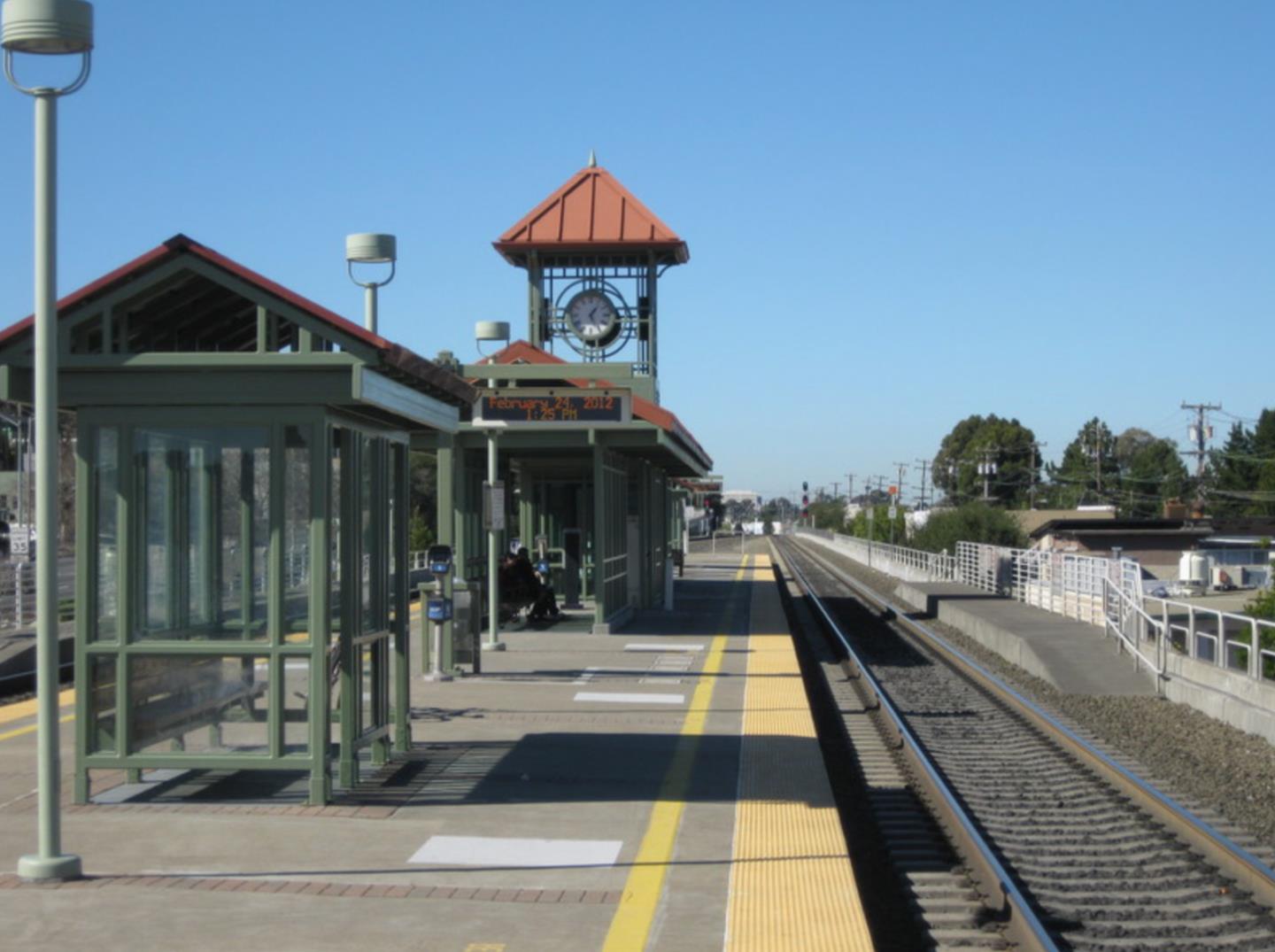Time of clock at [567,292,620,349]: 1:26
